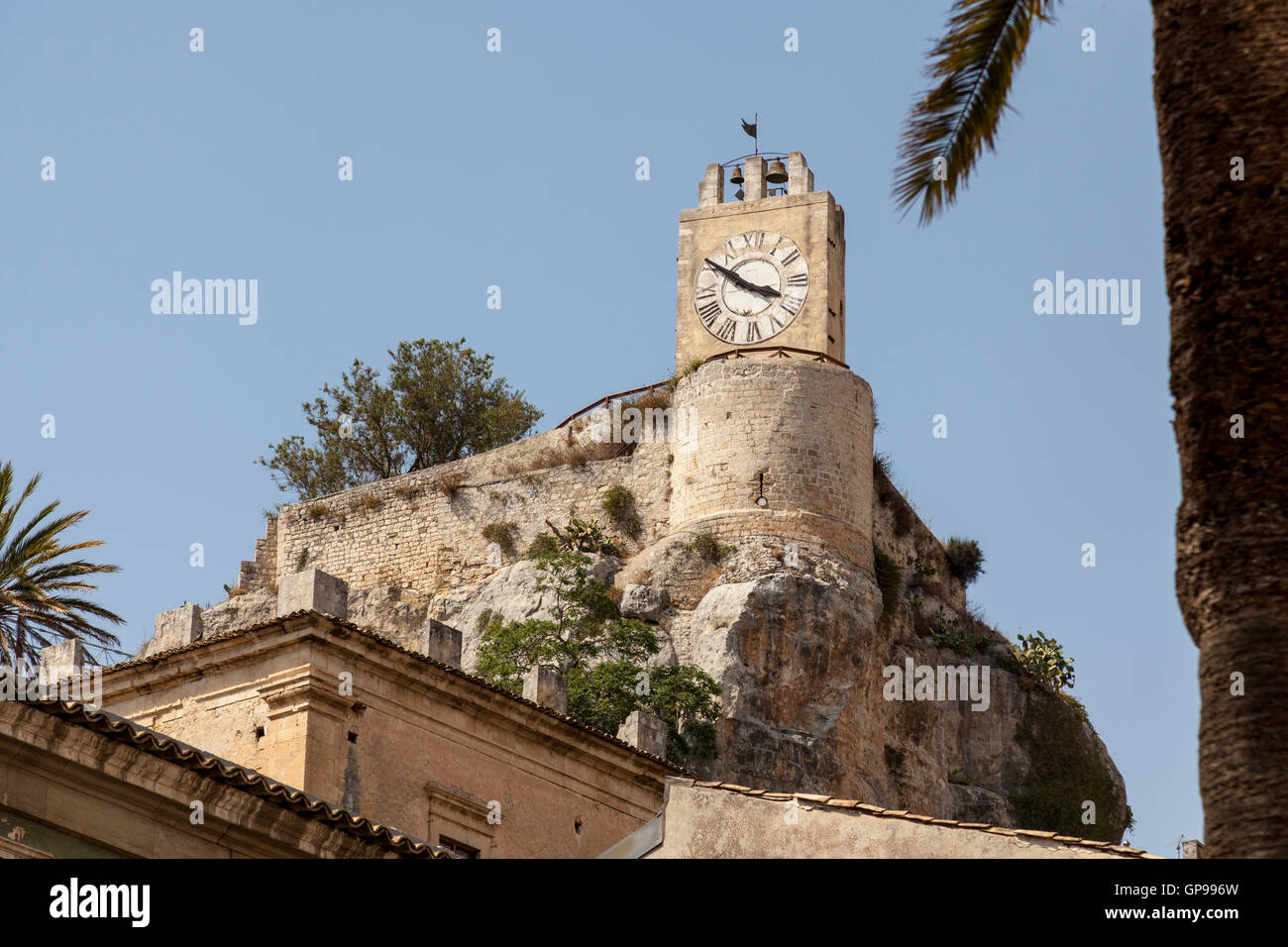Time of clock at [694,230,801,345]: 3:50
